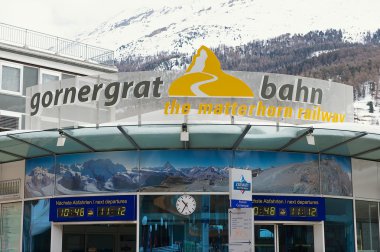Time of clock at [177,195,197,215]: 10:35
